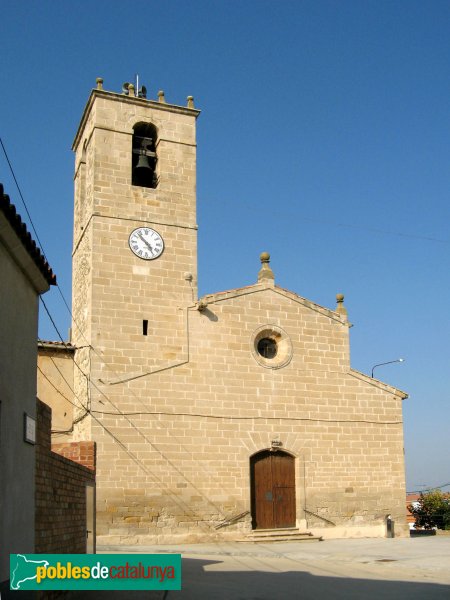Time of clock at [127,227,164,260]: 4:52
